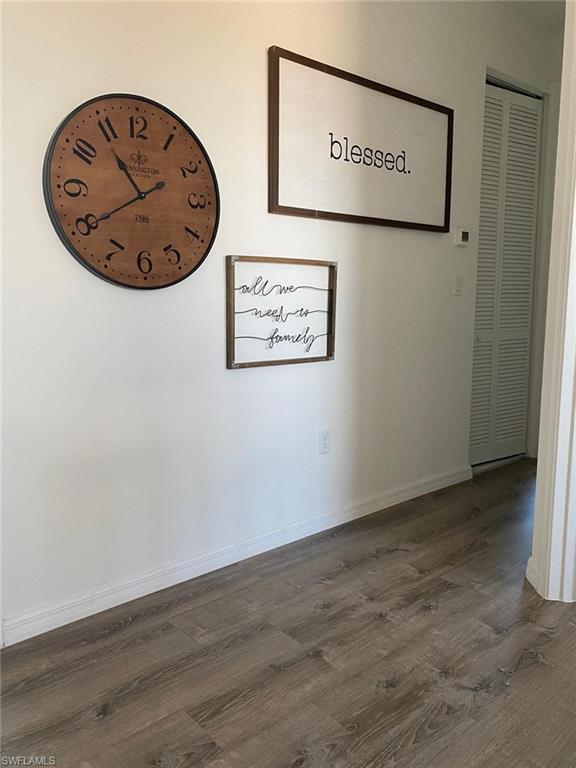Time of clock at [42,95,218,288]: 10:39
